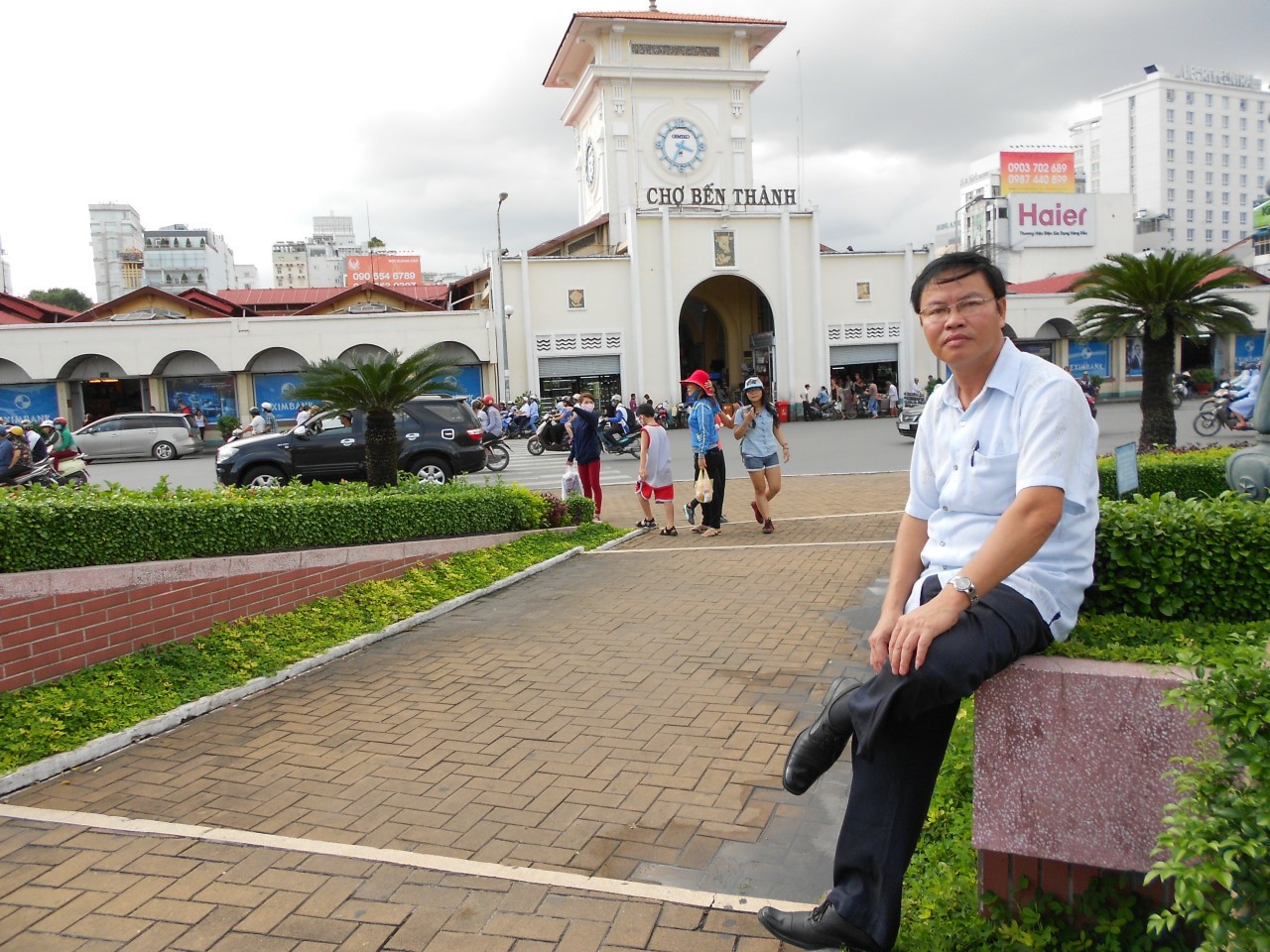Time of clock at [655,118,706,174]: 3:34
